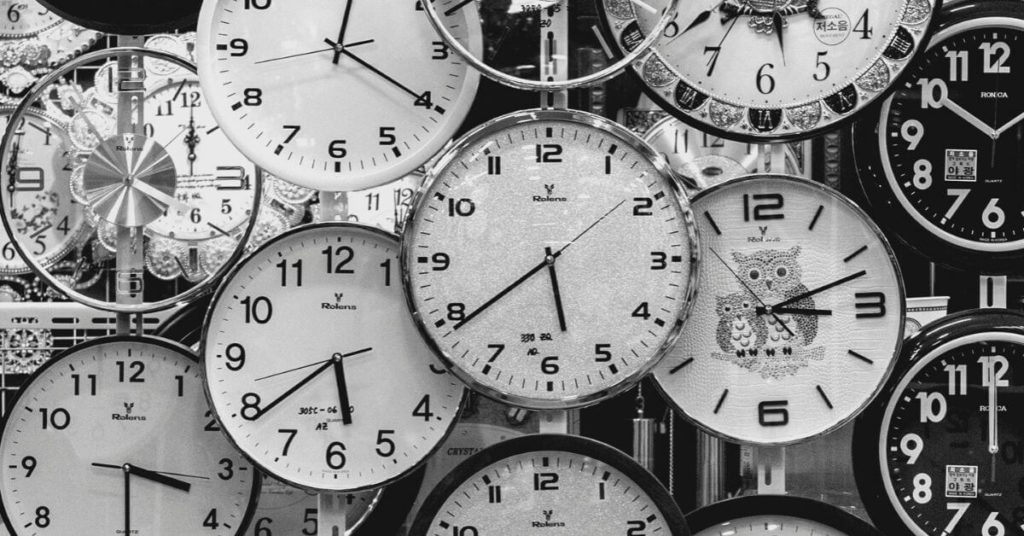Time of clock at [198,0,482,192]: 12:20
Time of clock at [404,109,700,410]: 5:39
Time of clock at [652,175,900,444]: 3:11
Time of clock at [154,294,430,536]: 5:38
